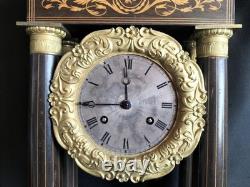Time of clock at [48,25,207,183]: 11:44
